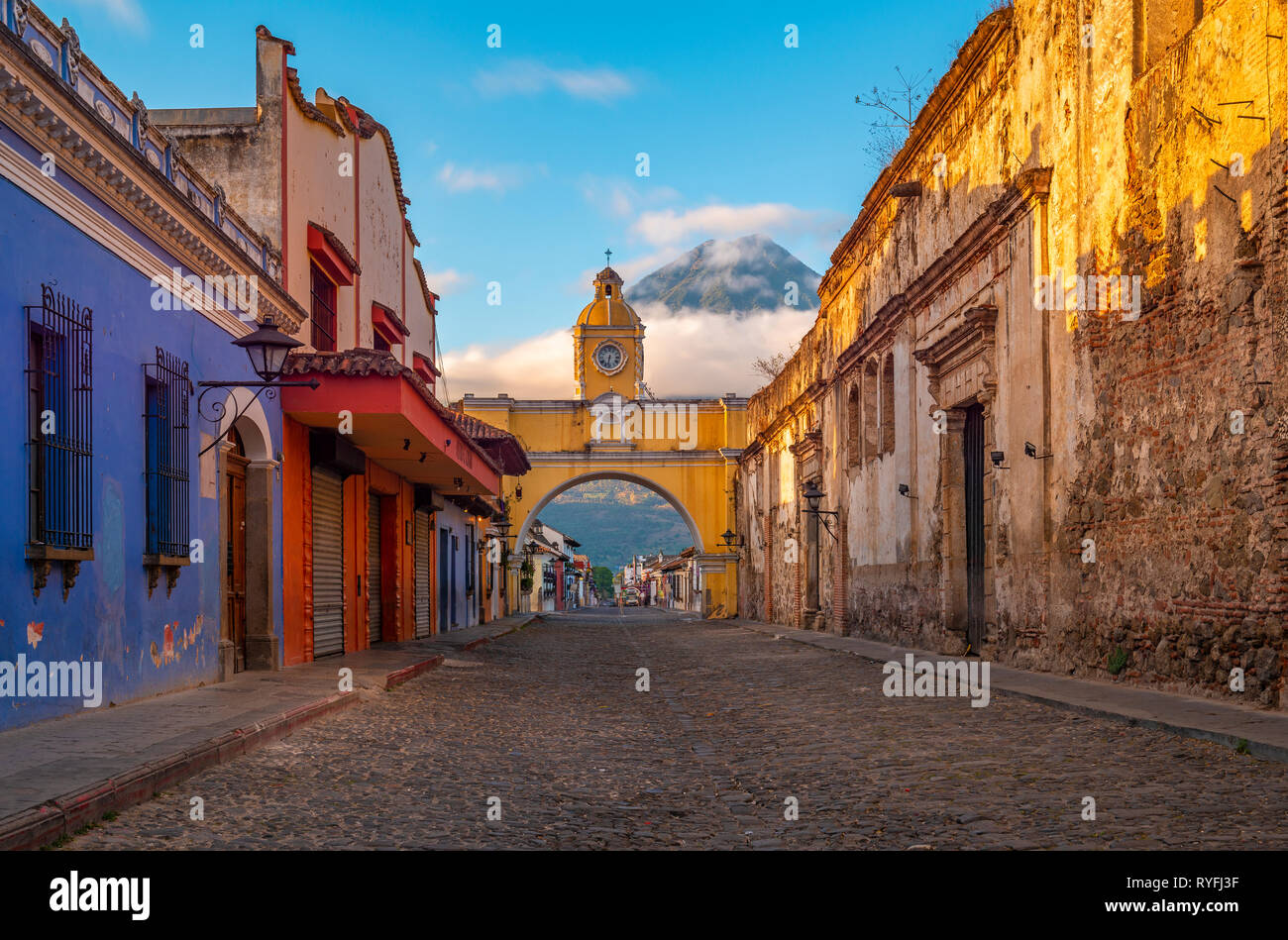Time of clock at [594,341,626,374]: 6:32
